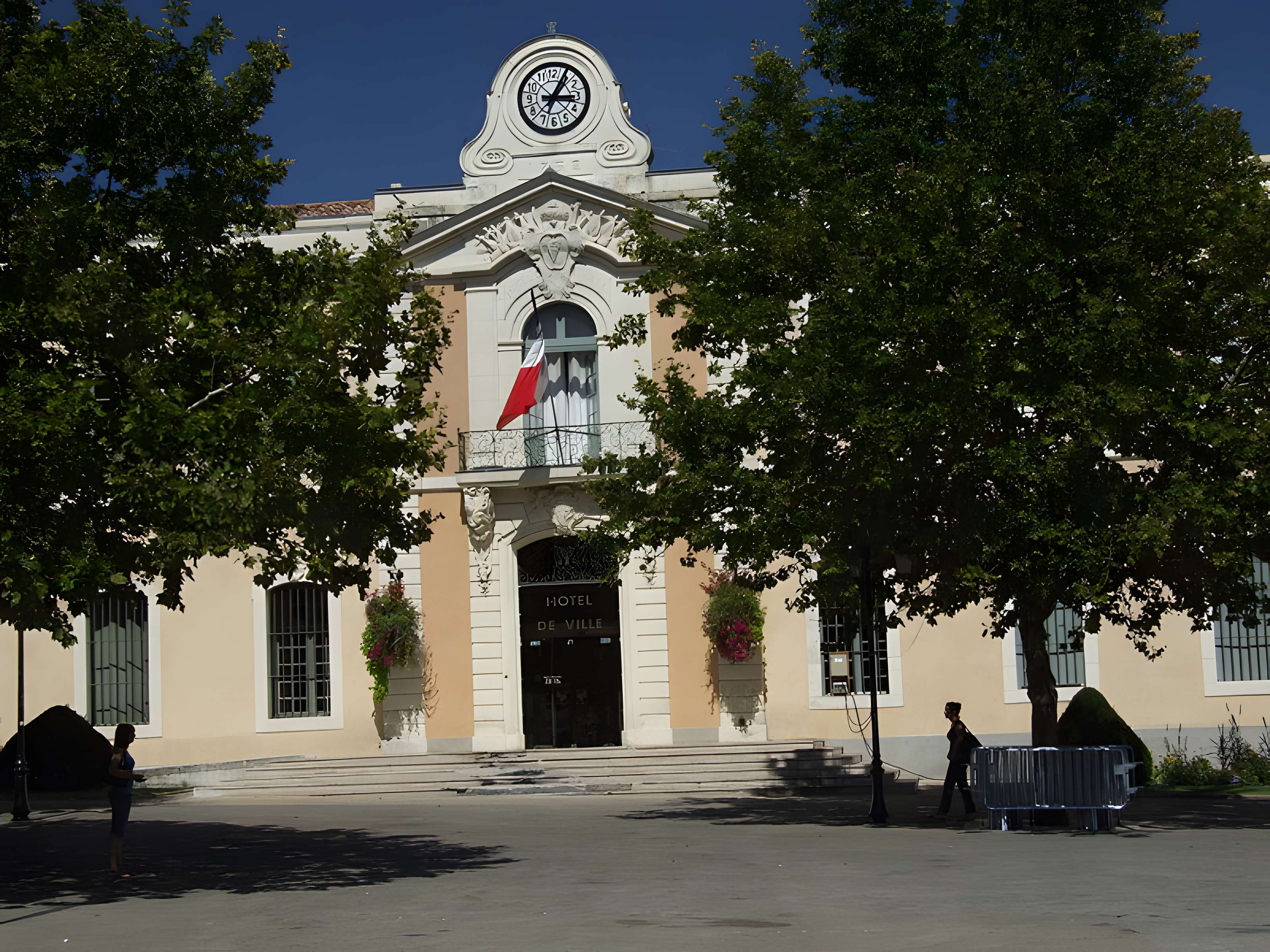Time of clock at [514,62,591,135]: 3:04
